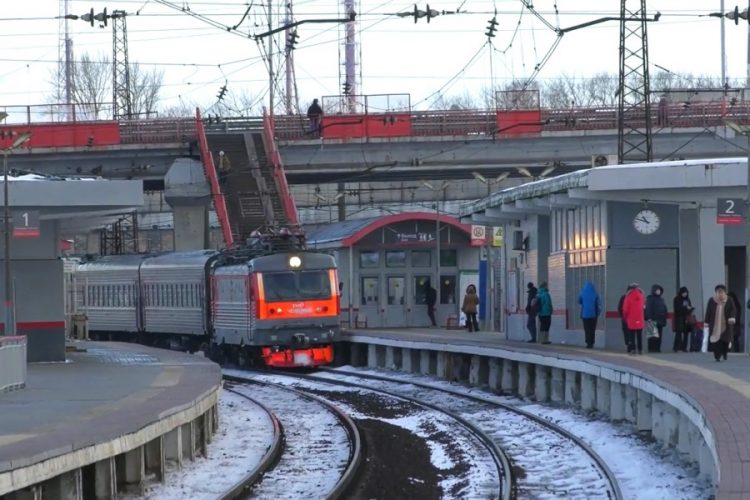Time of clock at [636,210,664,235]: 10:48
